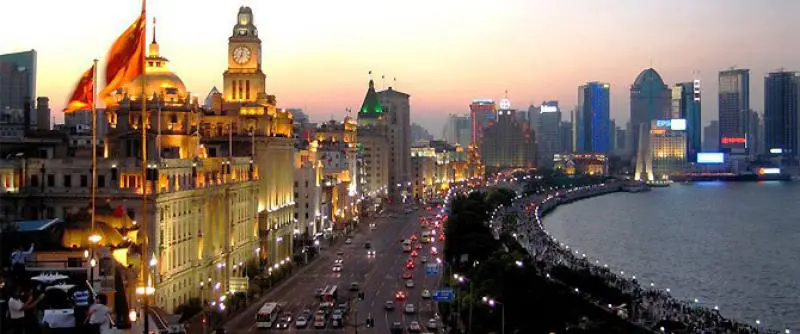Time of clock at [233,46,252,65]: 7:02
